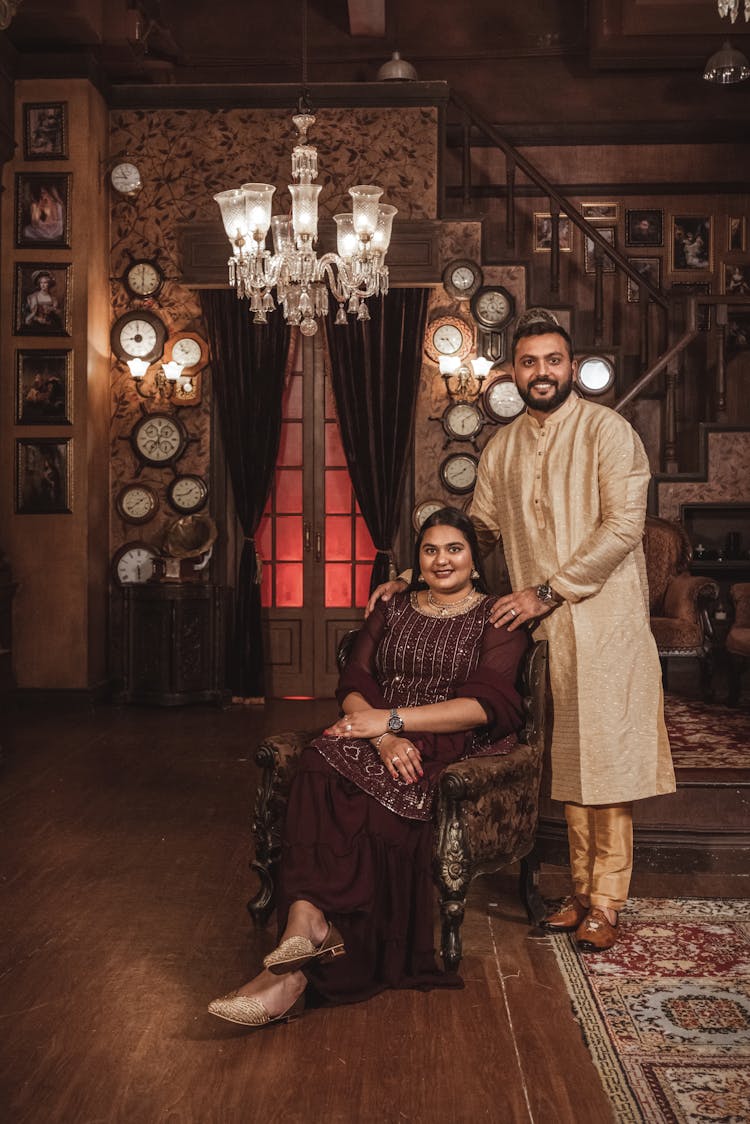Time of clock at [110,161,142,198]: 10:45
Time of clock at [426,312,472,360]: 9:23
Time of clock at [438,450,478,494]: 1:41
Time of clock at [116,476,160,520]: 1:38
